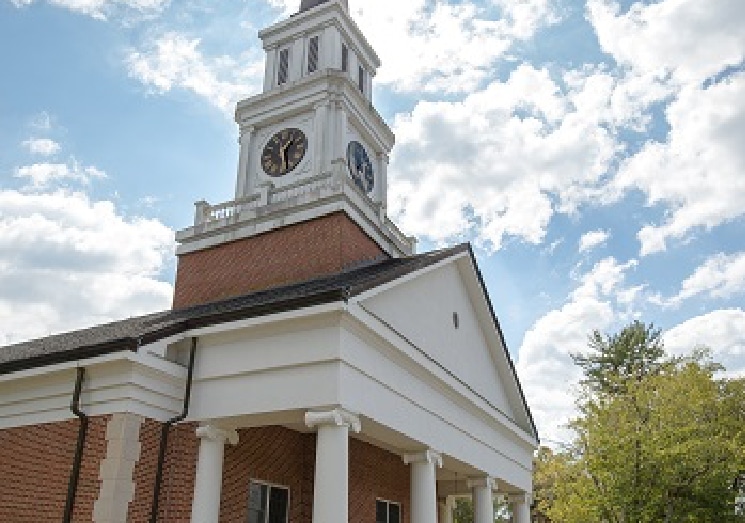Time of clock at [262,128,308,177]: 1:28
